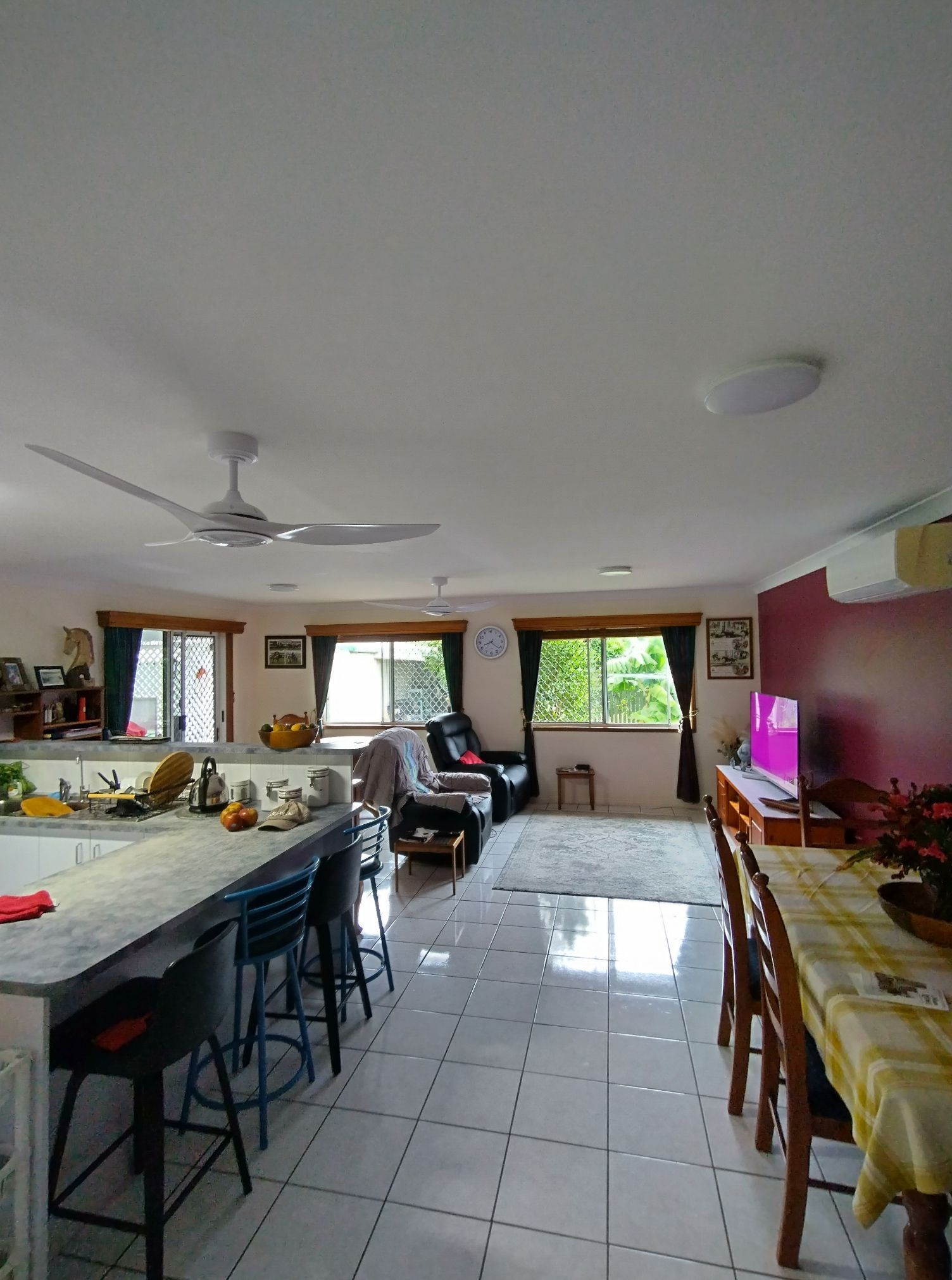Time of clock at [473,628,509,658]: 8:21
